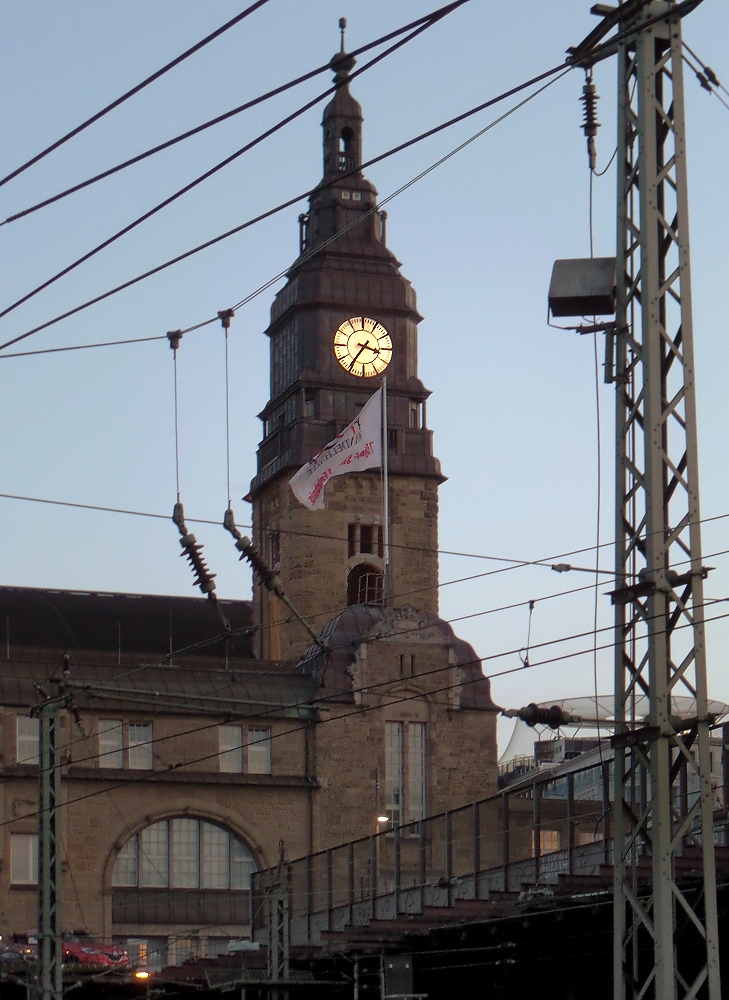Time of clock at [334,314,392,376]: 3:35
